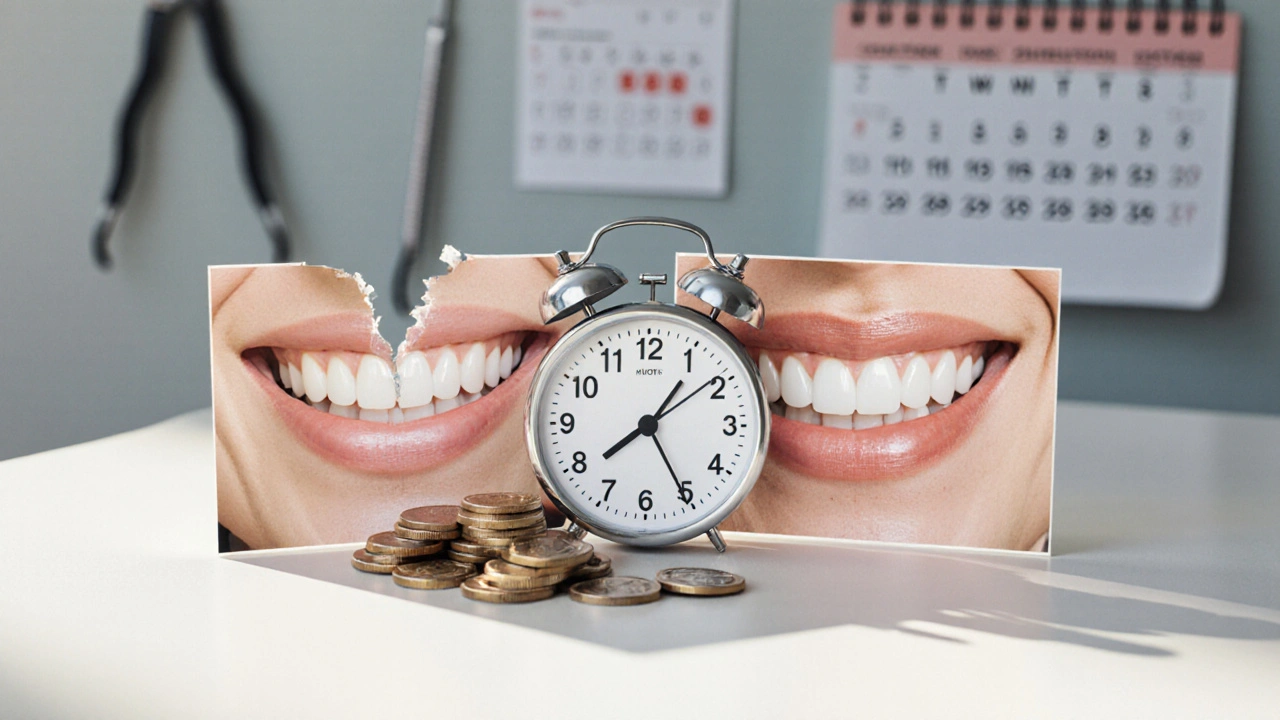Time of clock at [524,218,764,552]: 7:25
